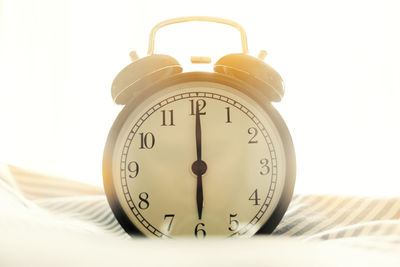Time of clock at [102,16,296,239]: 6:00
